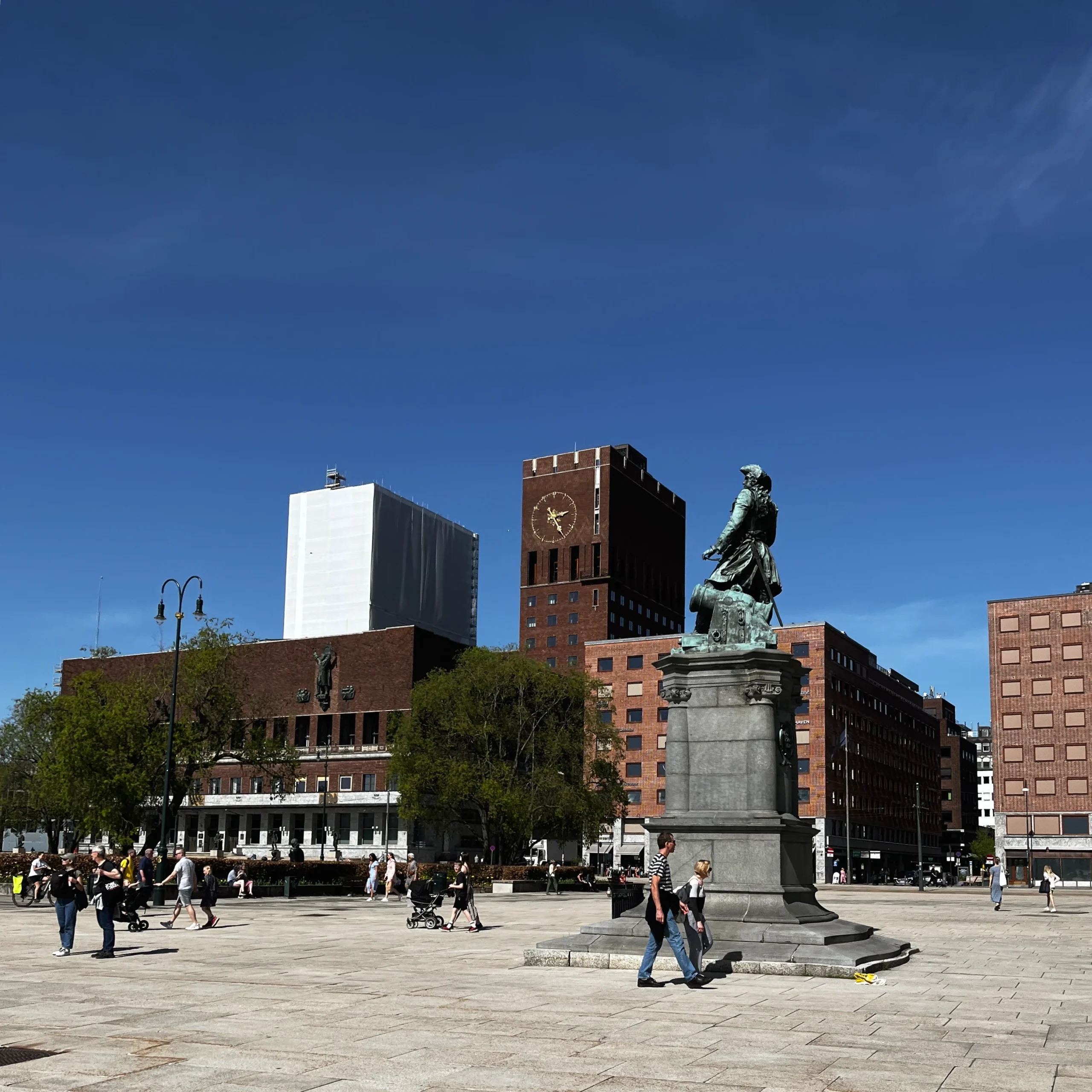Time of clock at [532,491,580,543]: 2:25
